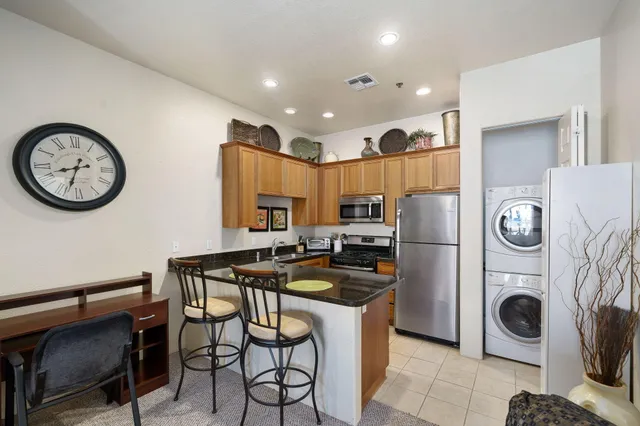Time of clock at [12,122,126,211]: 8:33
